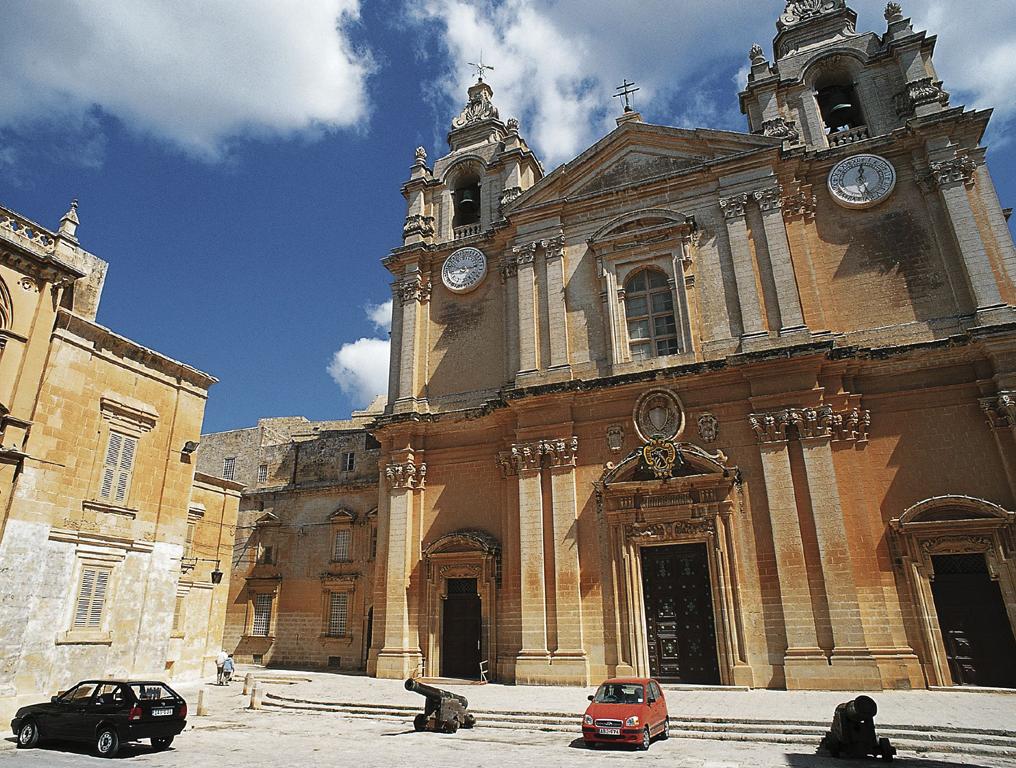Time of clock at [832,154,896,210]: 12:27
